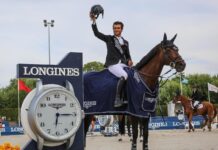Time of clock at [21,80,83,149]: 6:15
